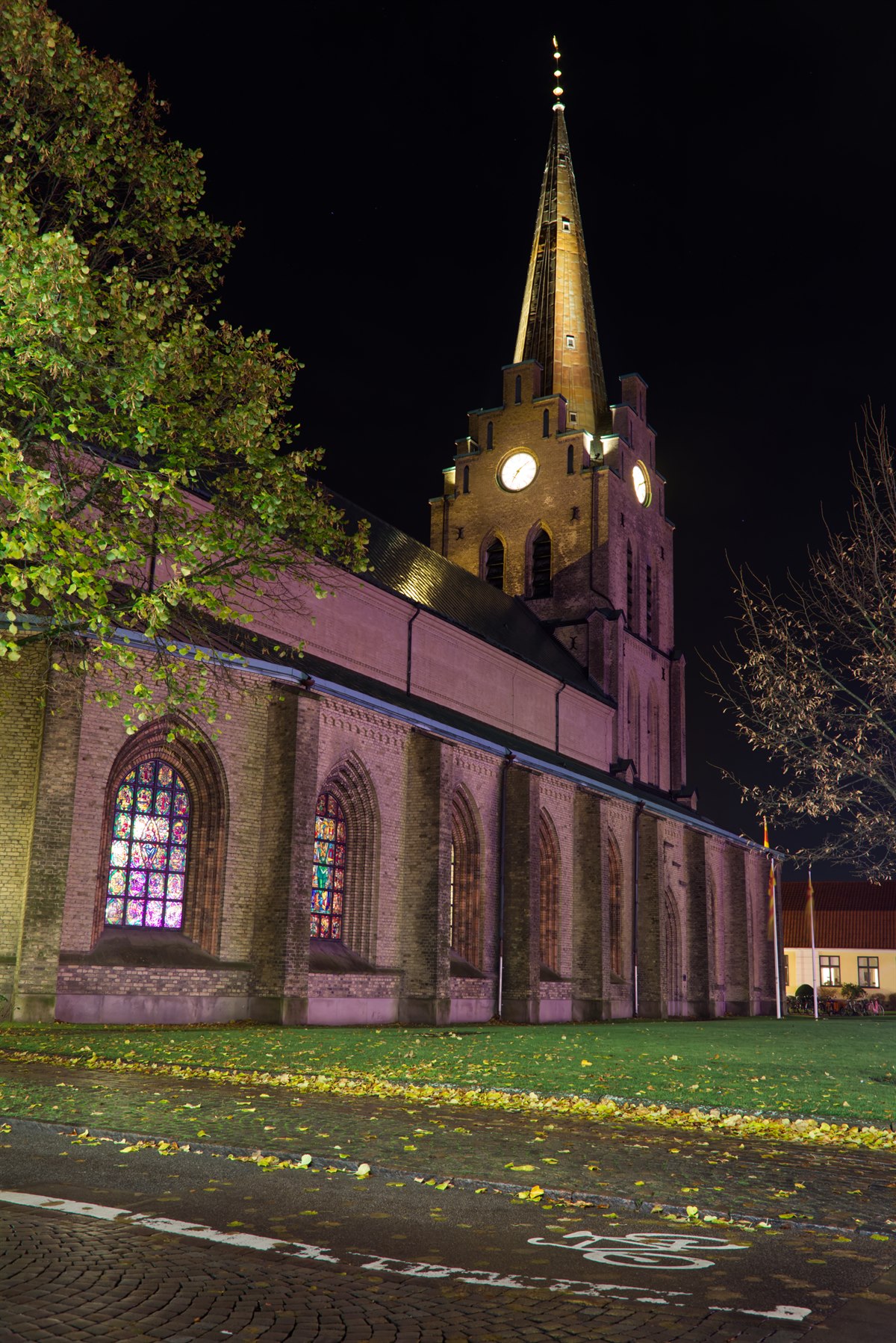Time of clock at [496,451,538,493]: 7:08
